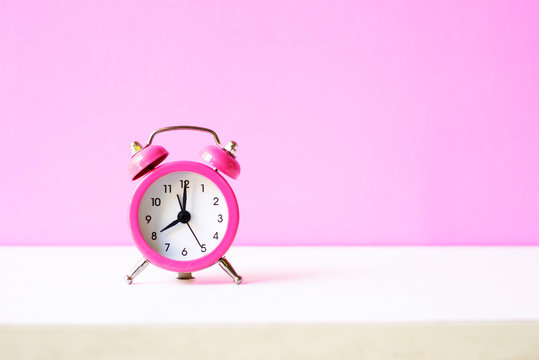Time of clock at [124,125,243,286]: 8:00
